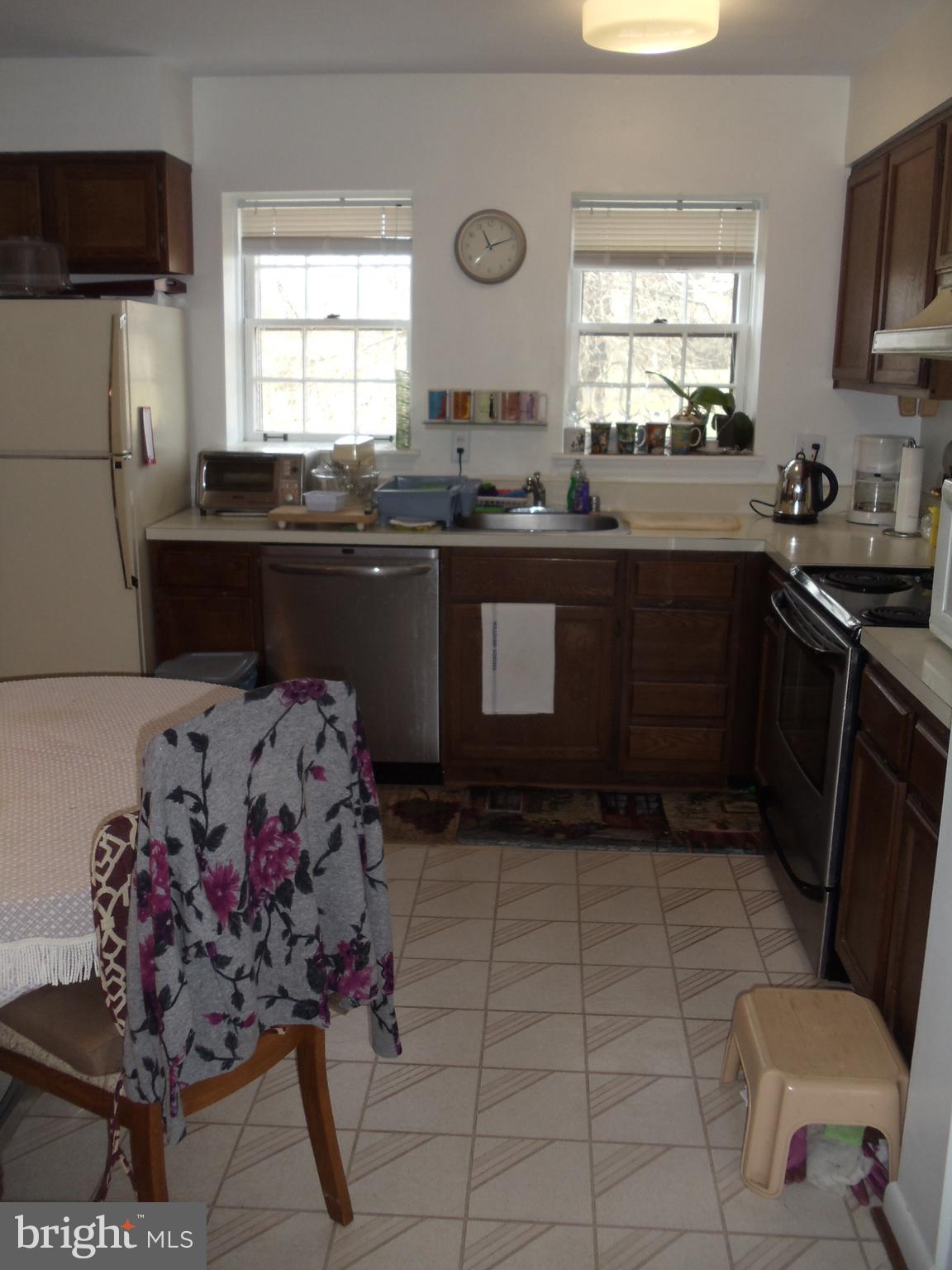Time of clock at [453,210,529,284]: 11:11
